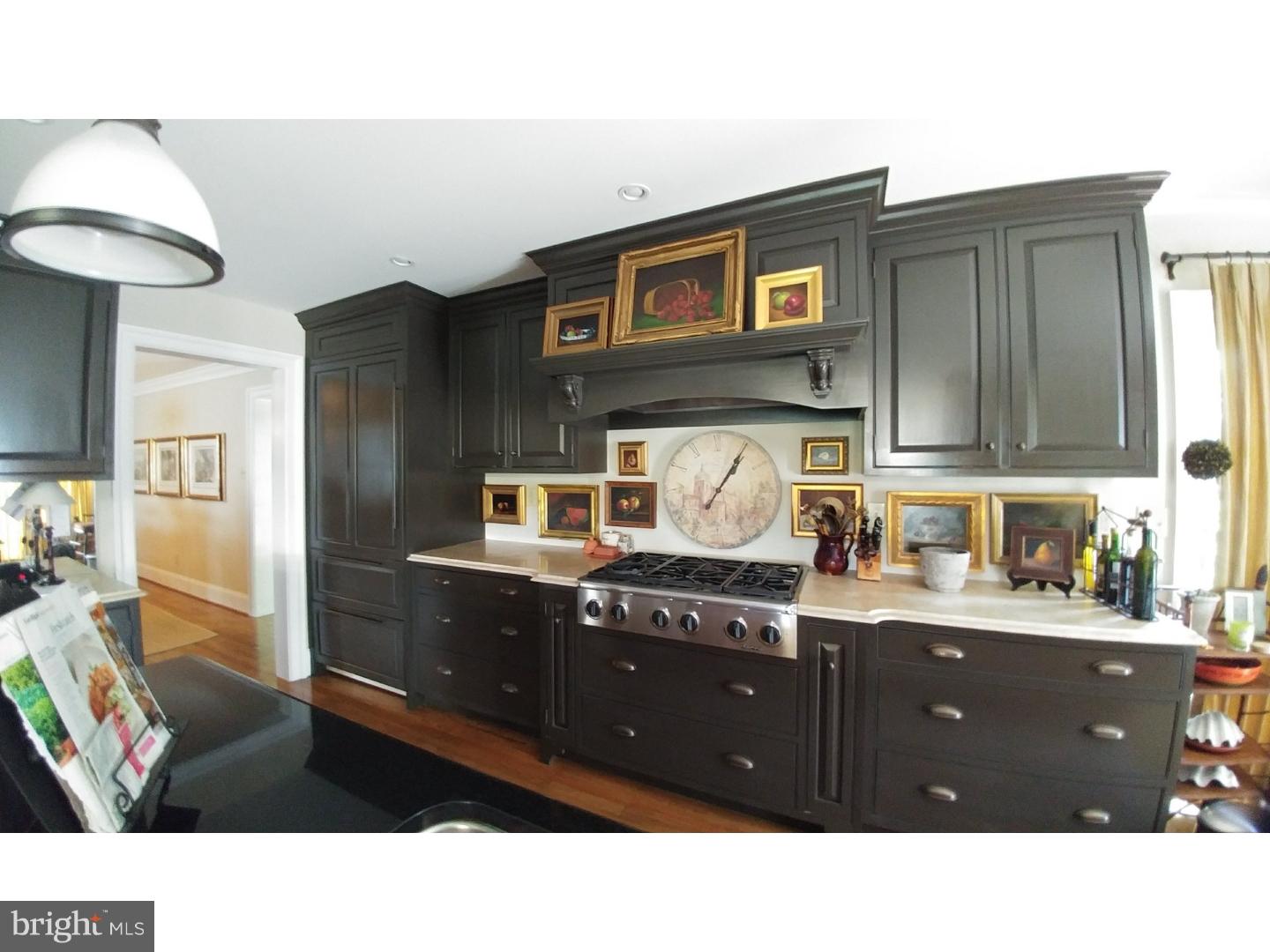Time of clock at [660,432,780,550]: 1:05
